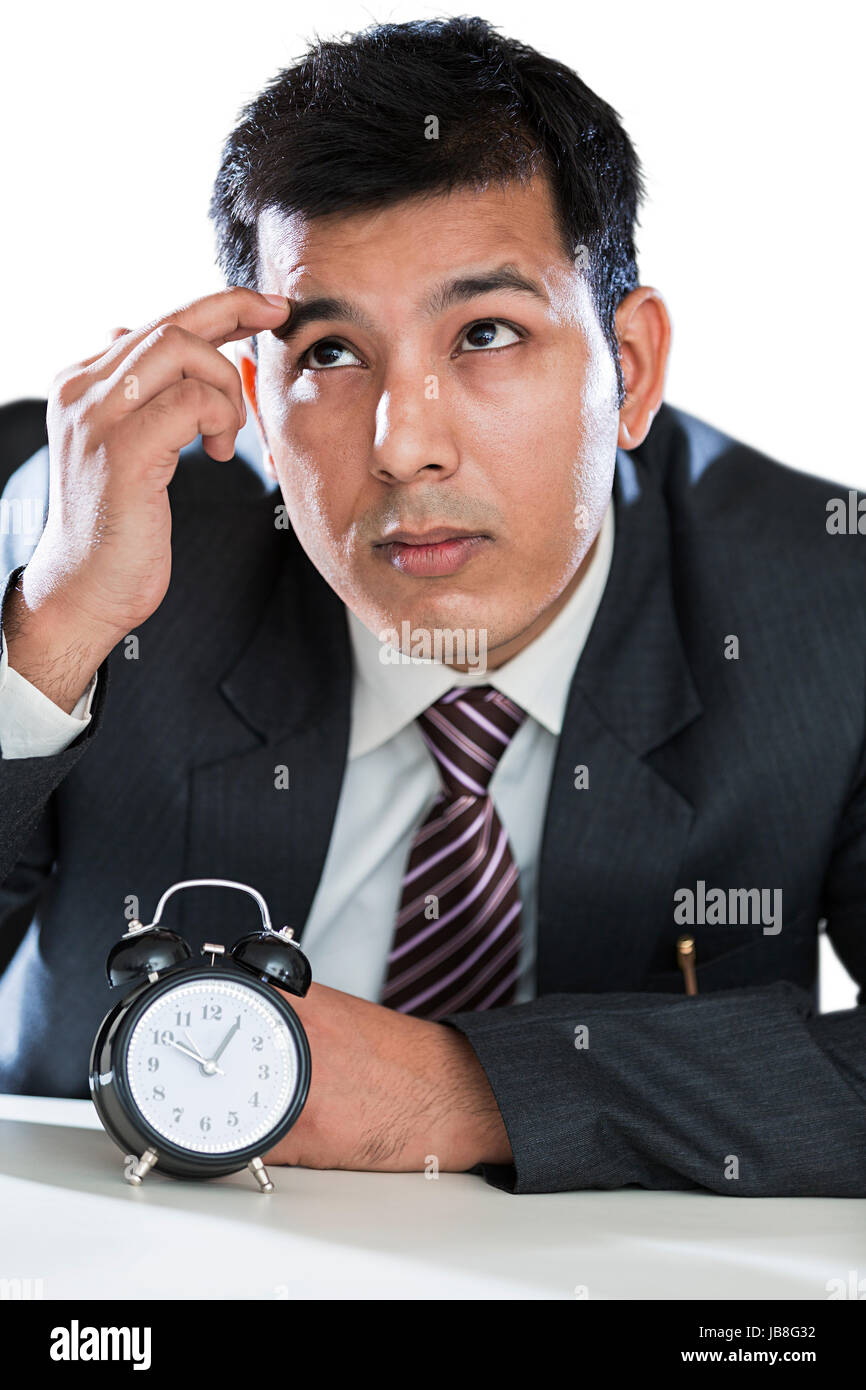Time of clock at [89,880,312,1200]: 10:05
